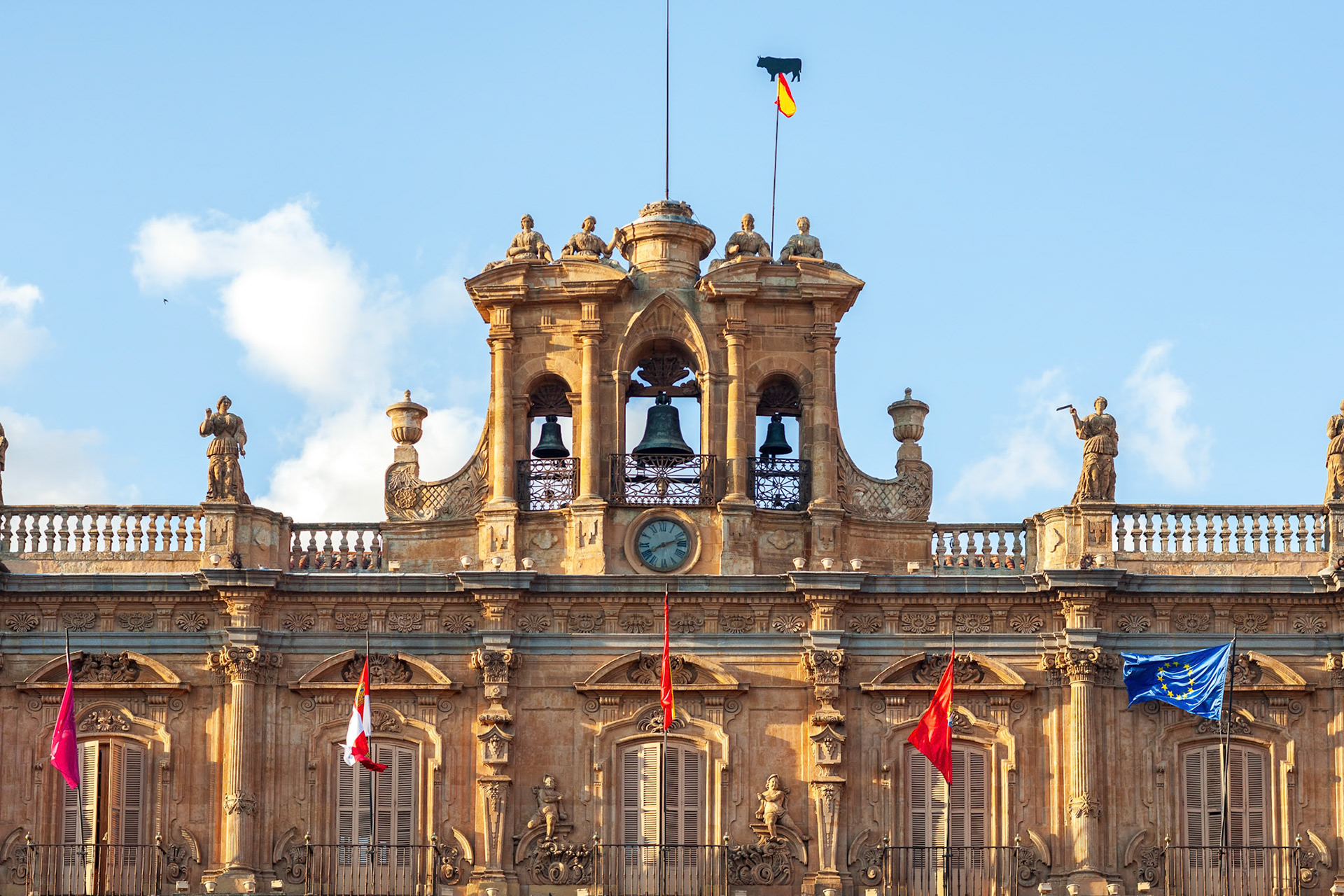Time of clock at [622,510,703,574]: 8:12
